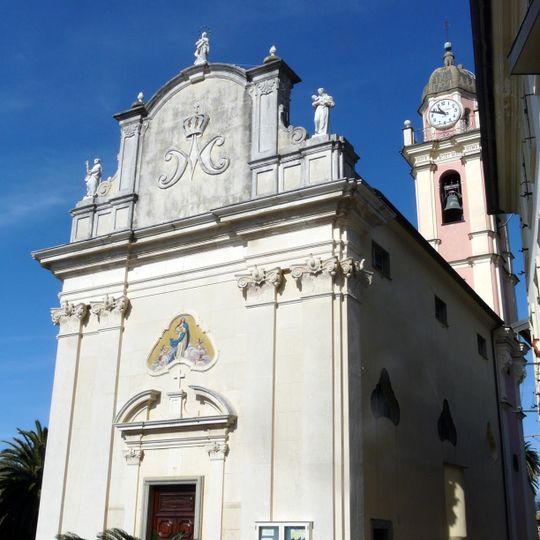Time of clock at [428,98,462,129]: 10:48
